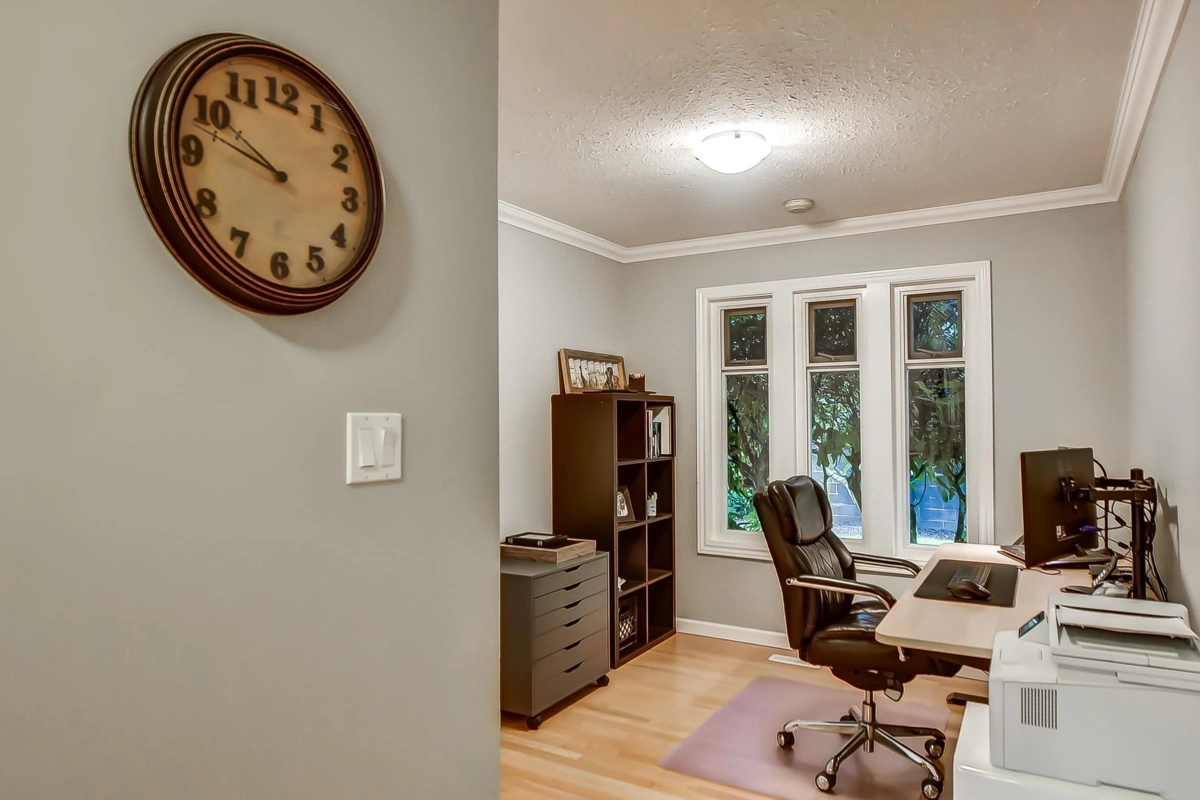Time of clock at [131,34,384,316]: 9:47
